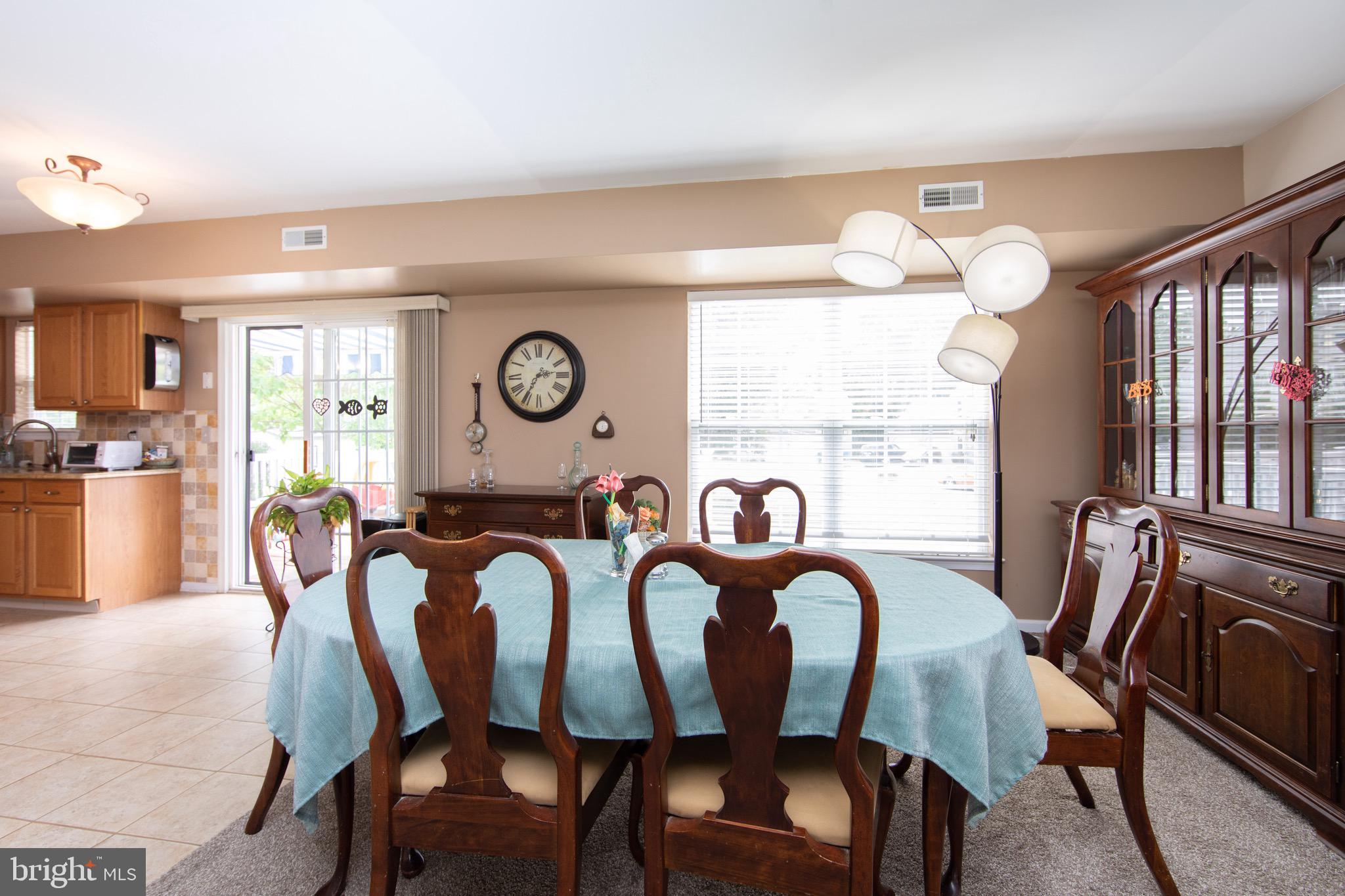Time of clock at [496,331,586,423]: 2:35
